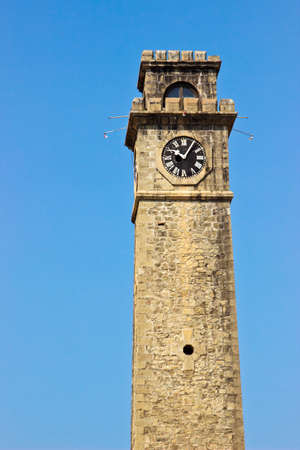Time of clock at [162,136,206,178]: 10:05
